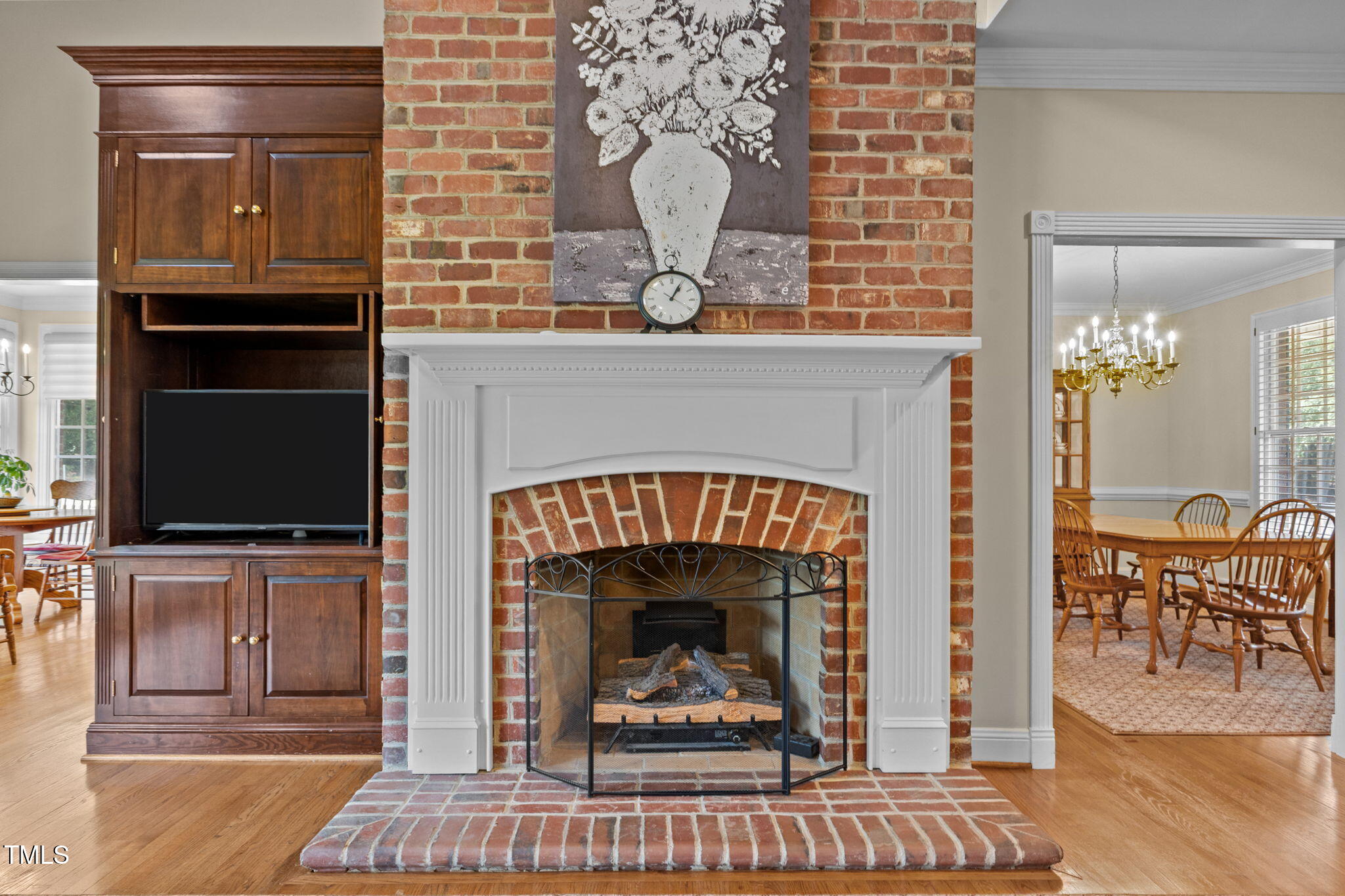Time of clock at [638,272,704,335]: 1:04
